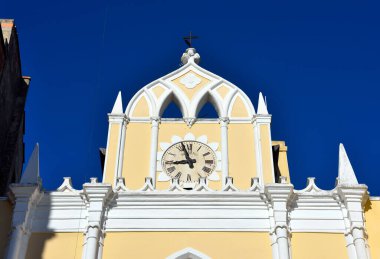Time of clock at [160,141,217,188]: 8:56
